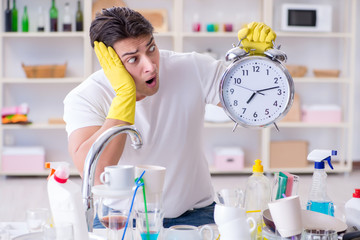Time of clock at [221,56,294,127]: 7:12
